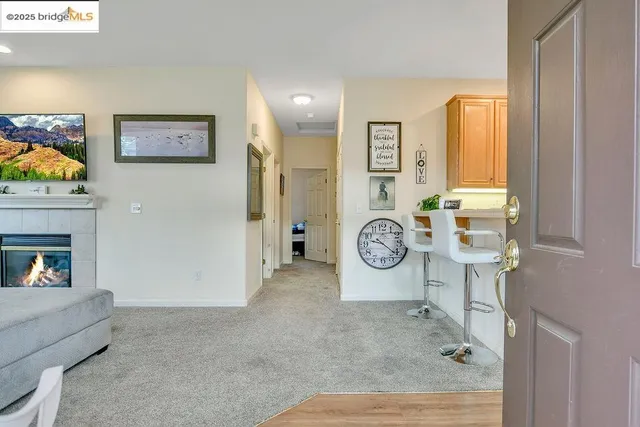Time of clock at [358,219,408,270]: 9:21
